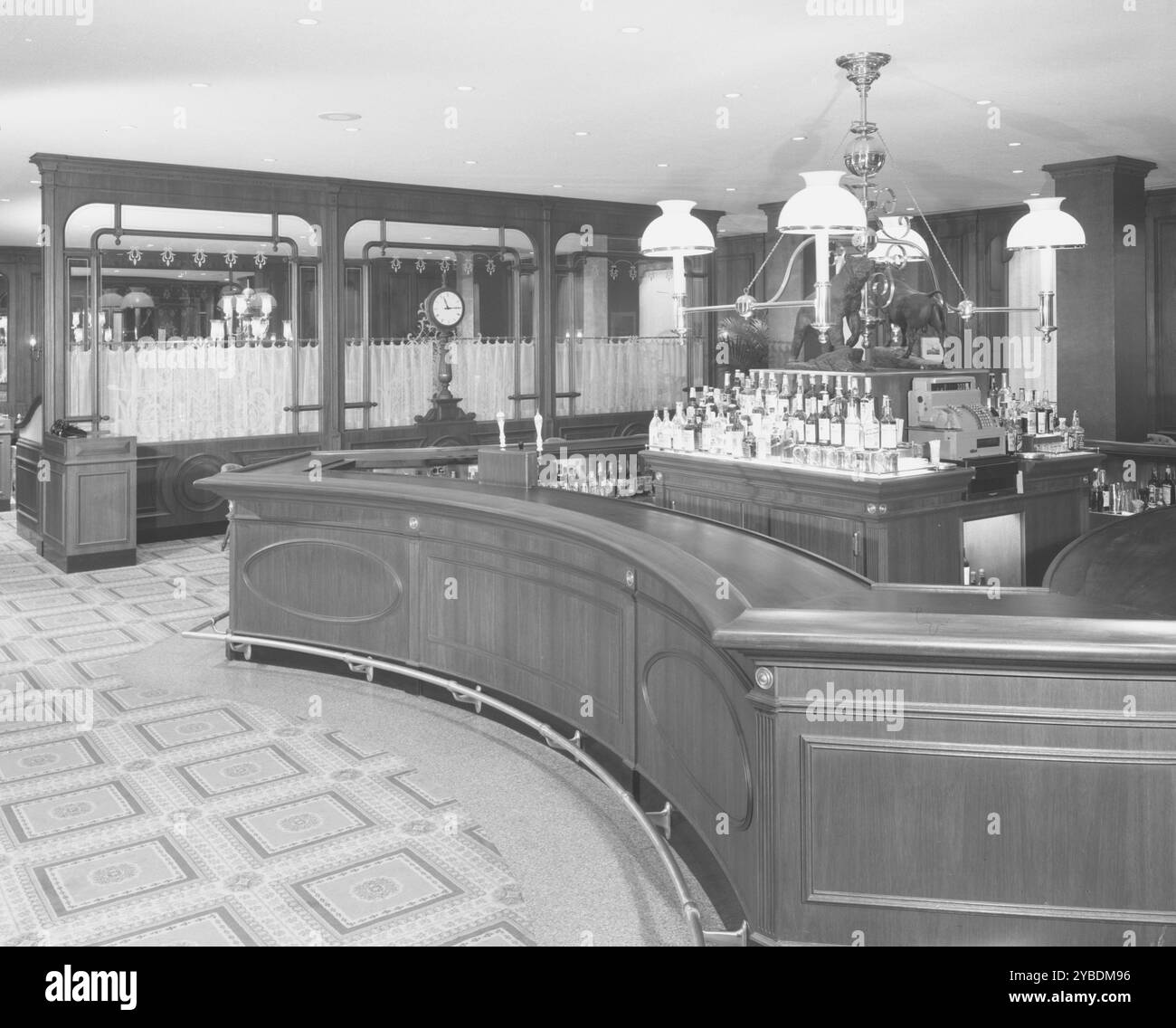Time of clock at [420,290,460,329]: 11:14
